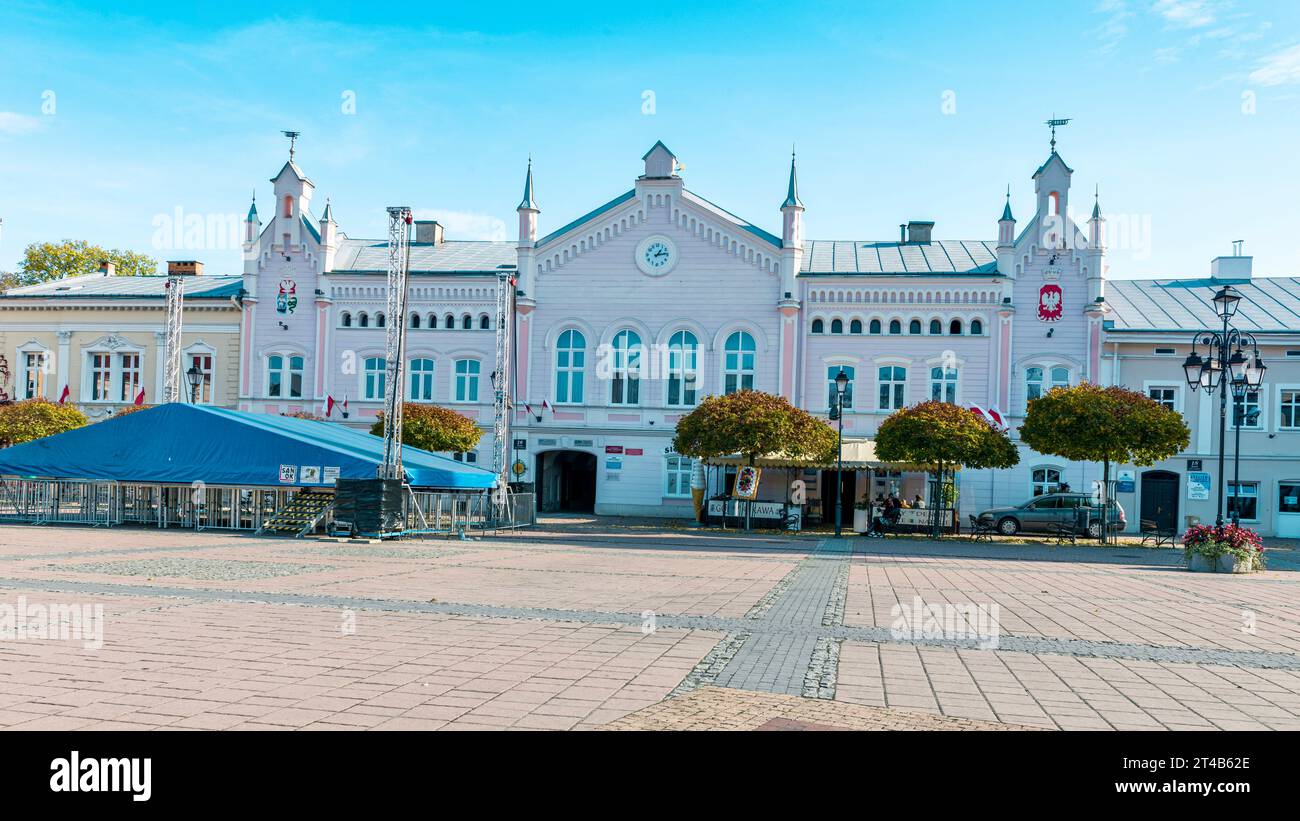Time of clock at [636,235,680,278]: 1:13
